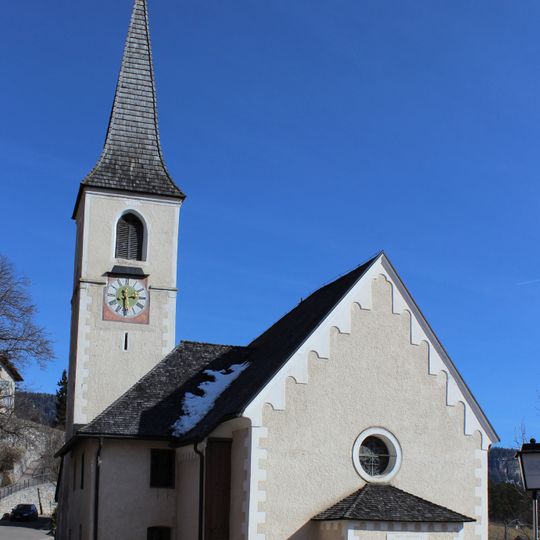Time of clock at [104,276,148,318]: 2:29
